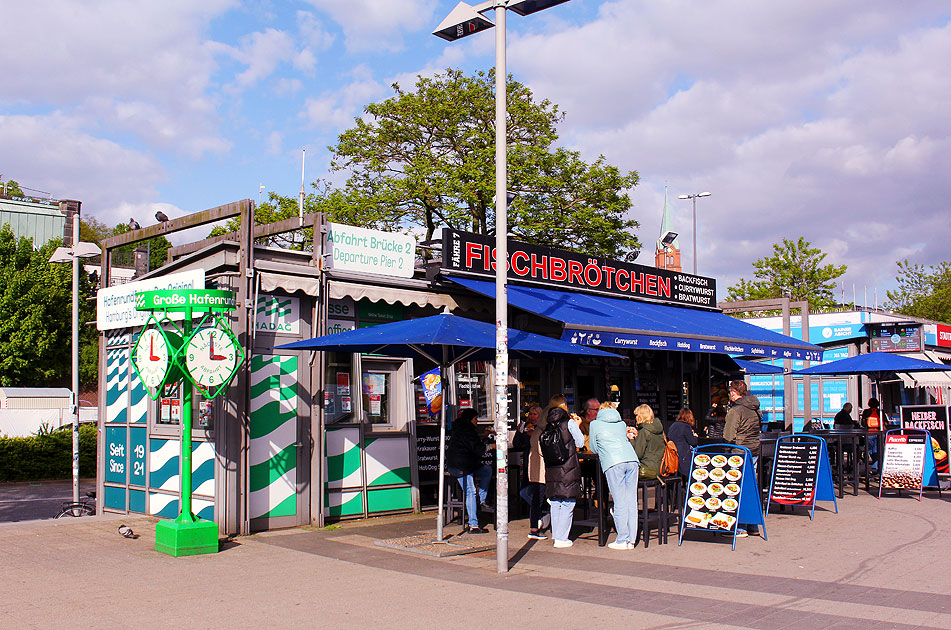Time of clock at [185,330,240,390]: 3:00
